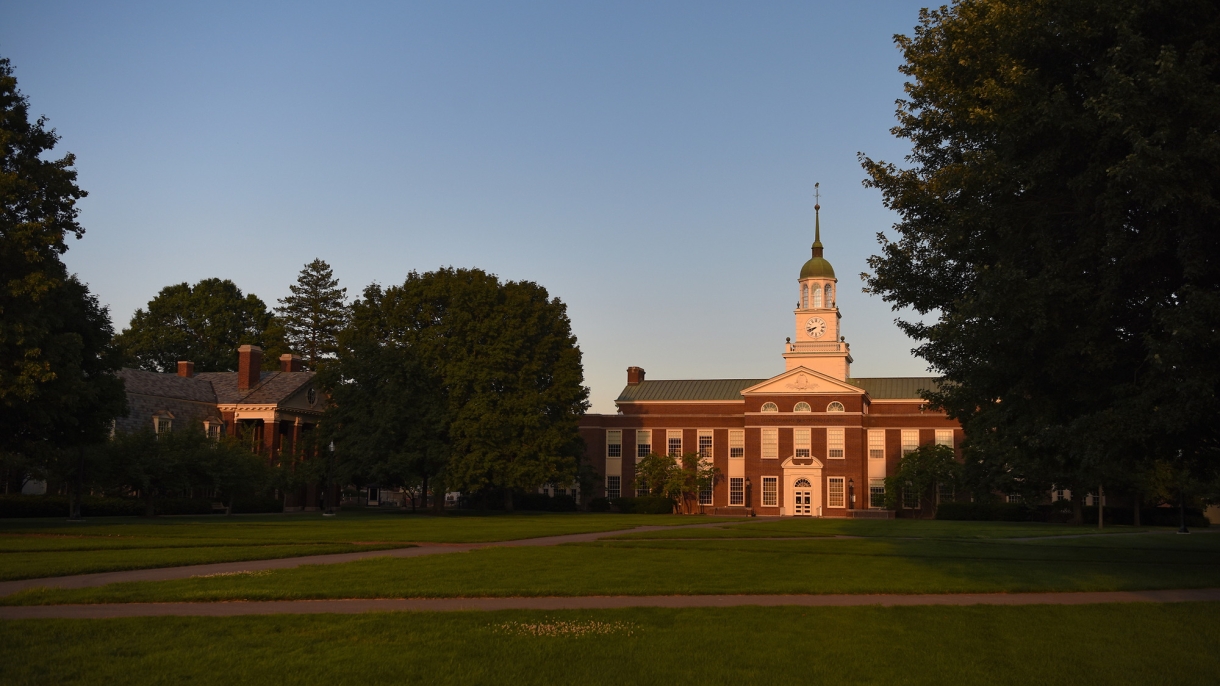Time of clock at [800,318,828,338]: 7:41
